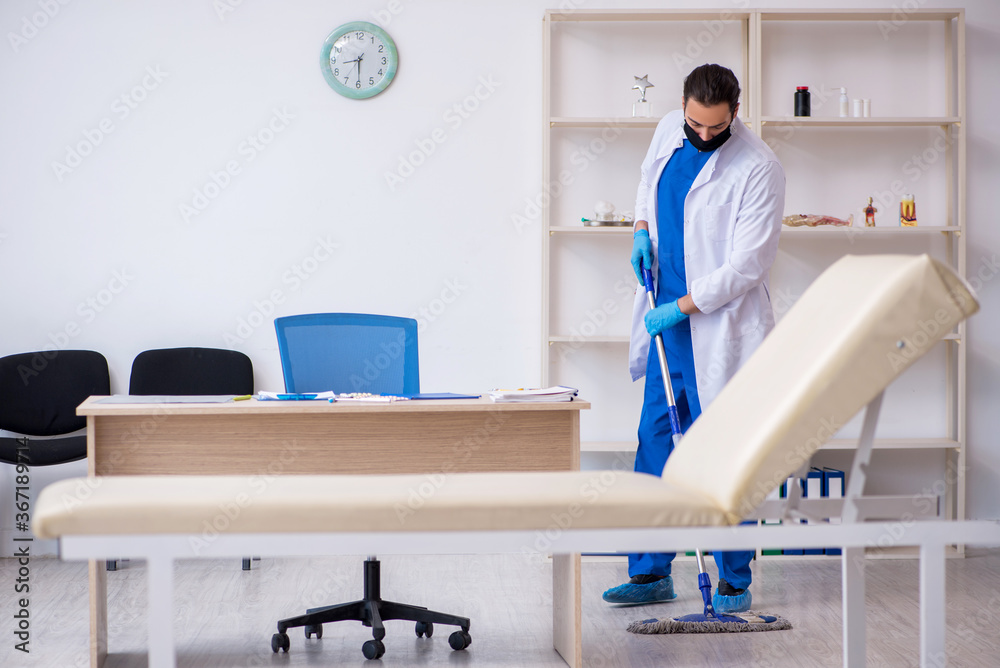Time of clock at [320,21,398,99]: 8:29
